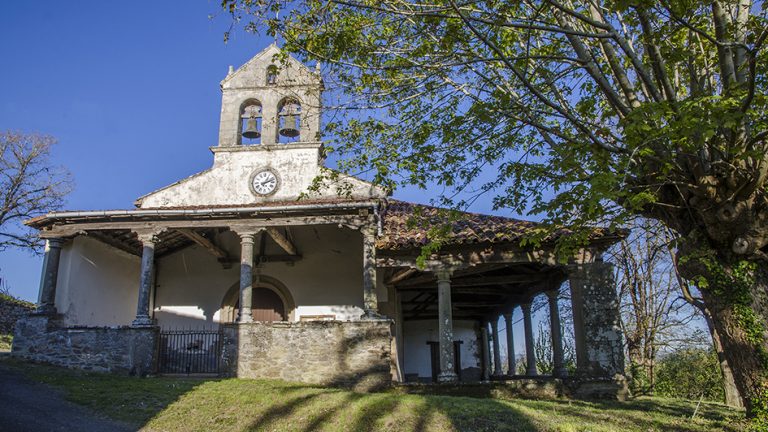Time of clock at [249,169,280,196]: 1:11
